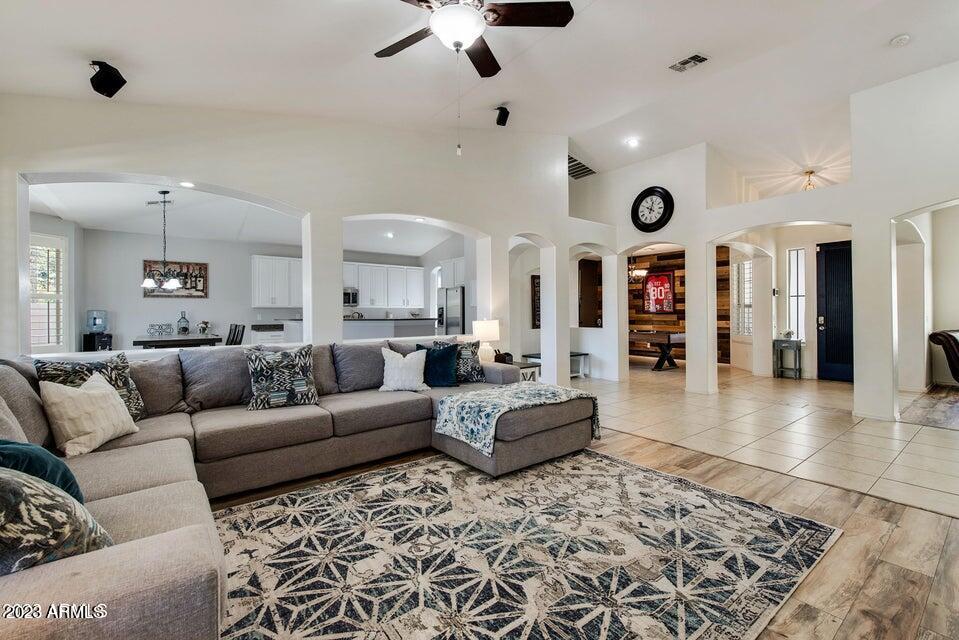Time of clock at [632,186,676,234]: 10:02
